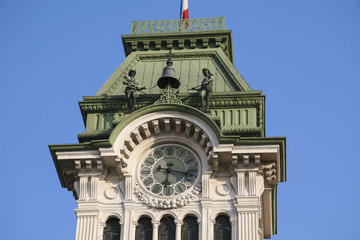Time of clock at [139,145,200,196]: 6:16
